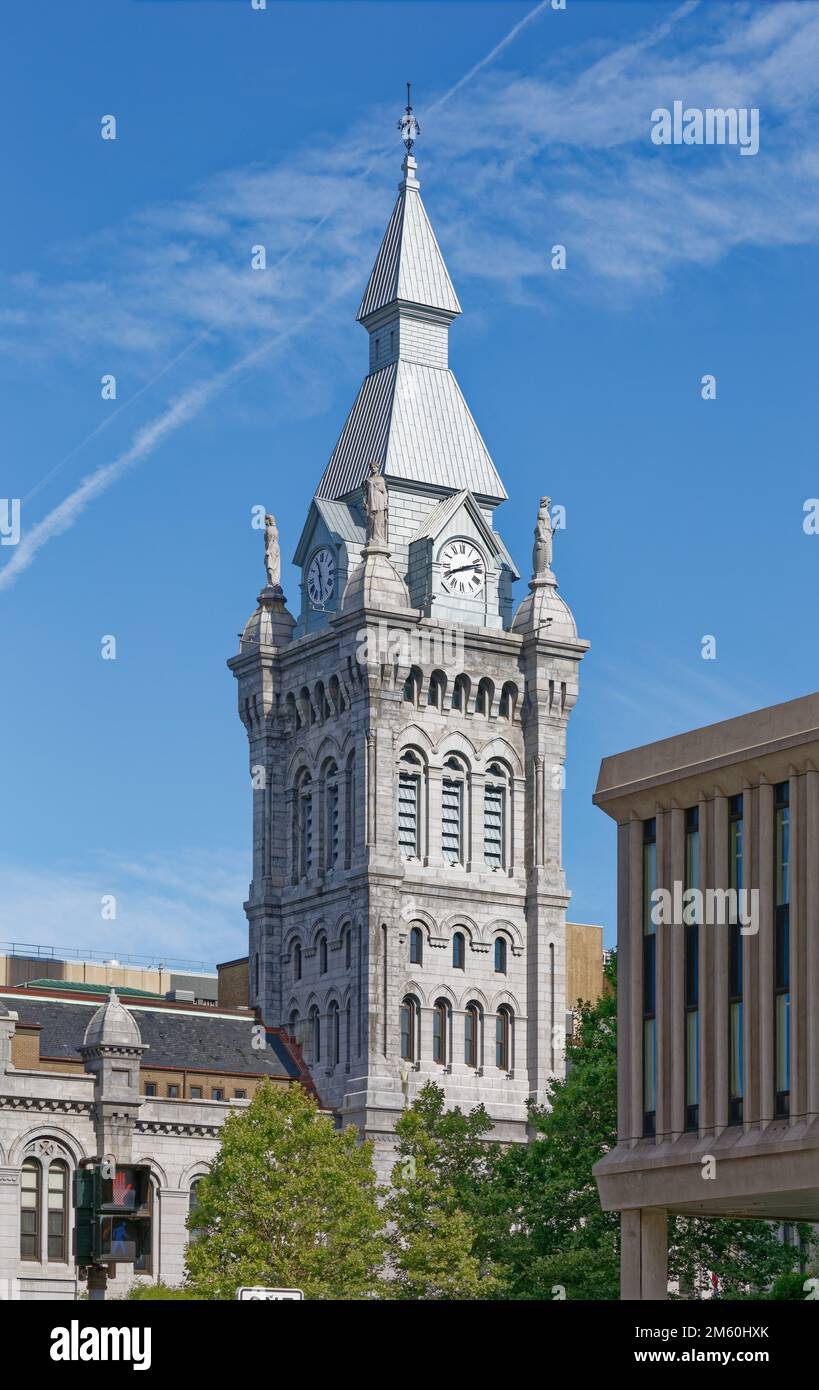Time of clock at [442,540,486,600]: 8:12
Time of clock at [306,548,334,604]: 11:28
